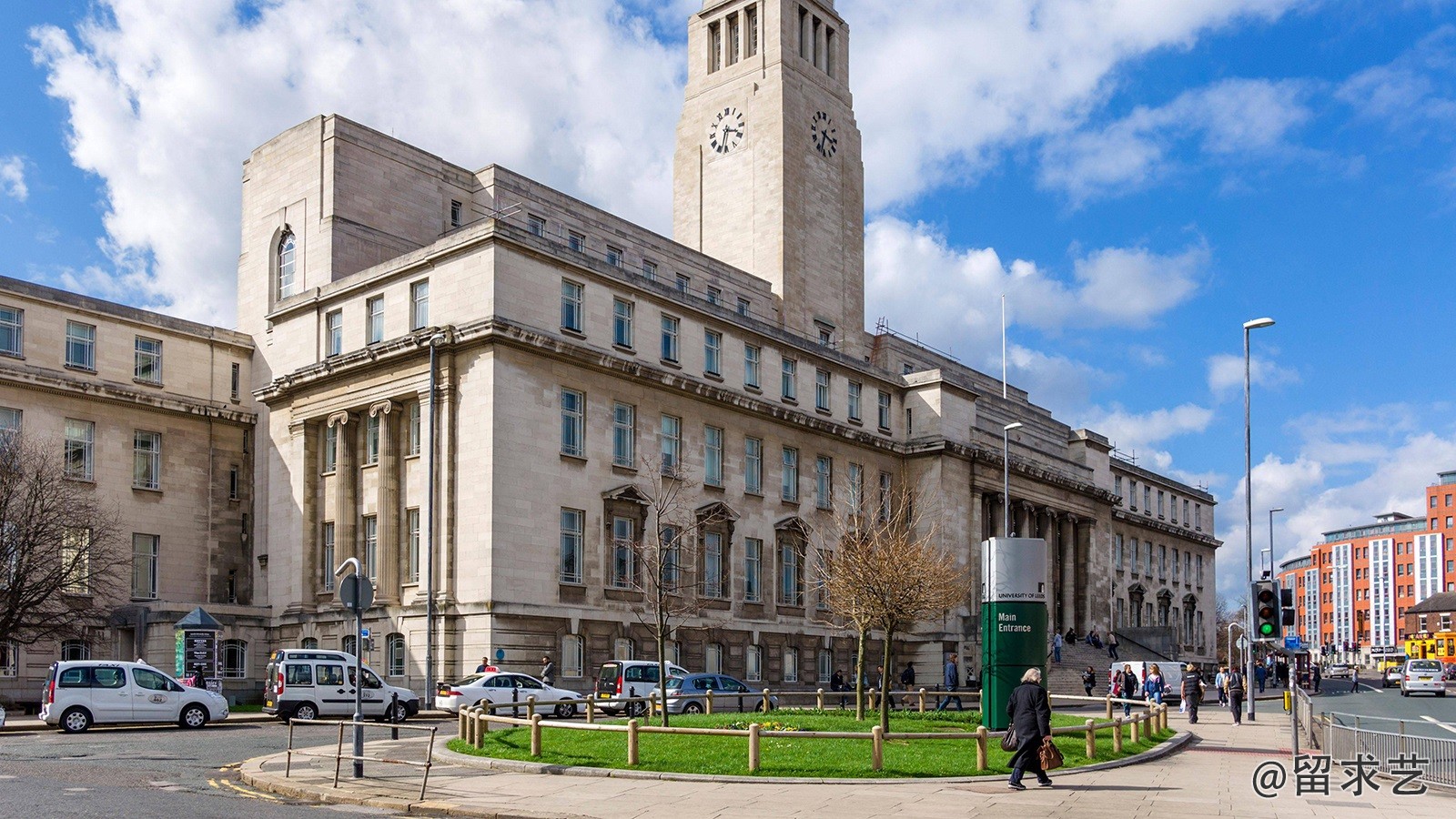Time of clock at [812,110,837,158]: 3:33
